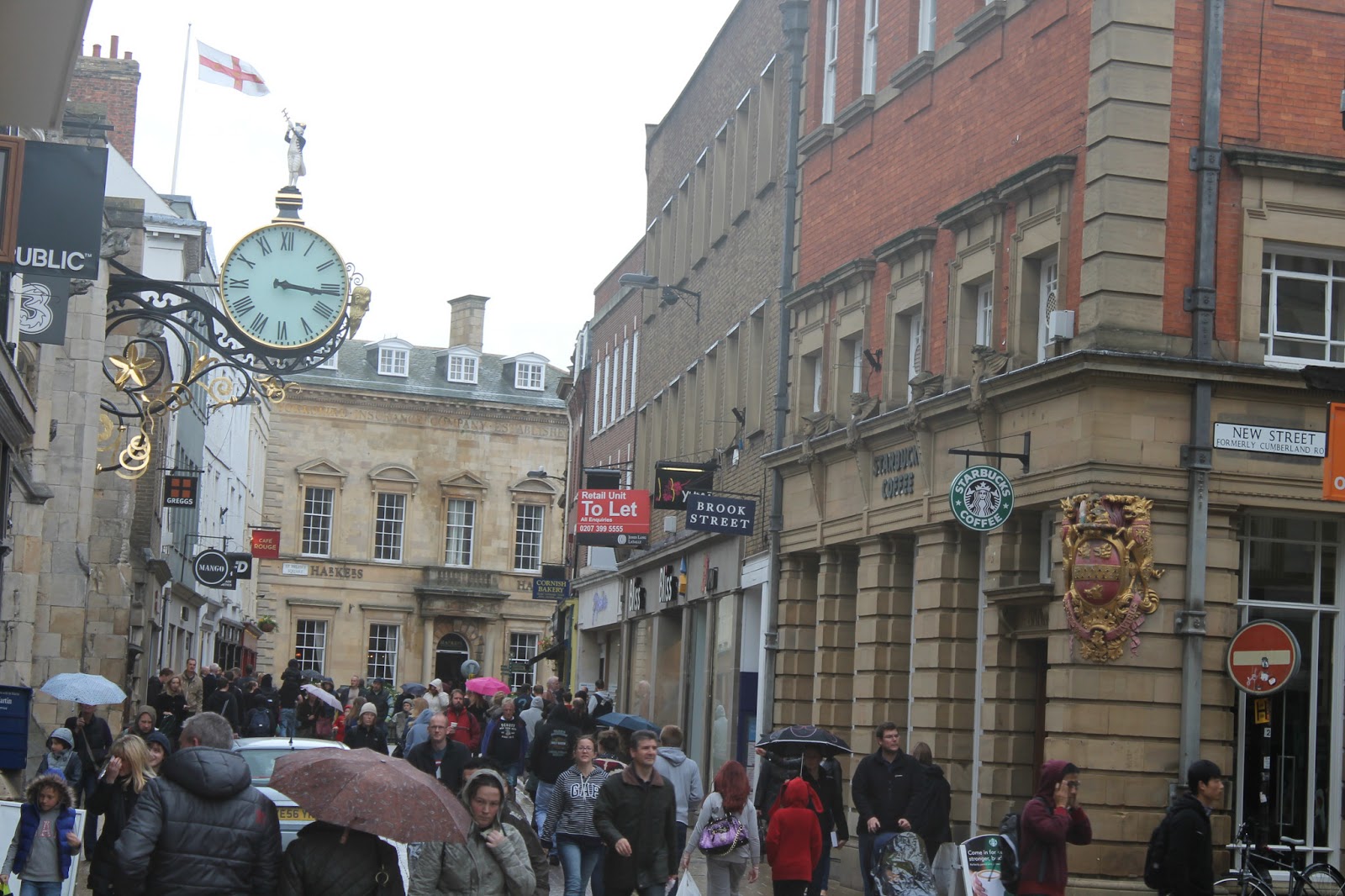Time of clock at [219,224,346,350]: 3:16
